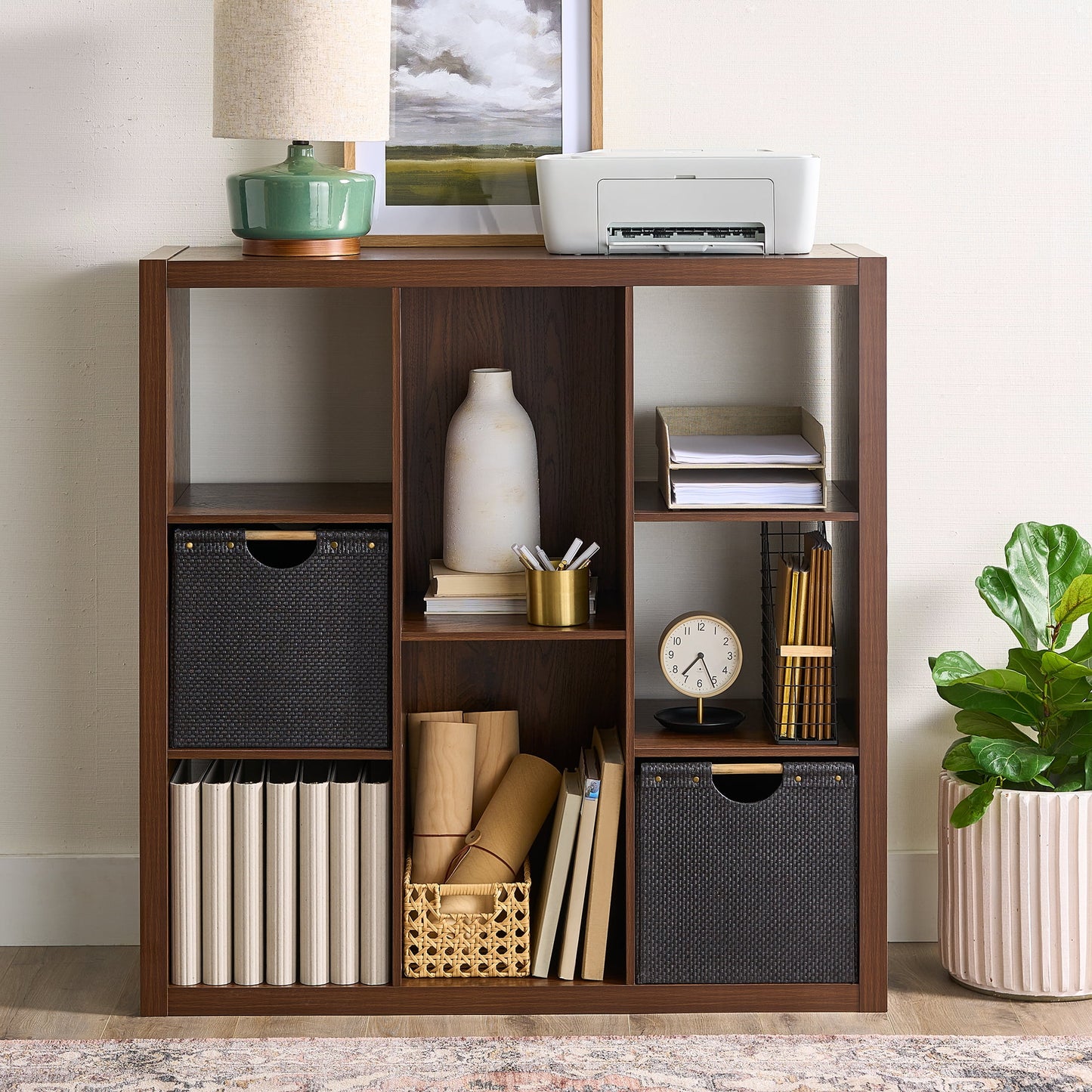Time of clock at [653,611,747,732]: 7:25
